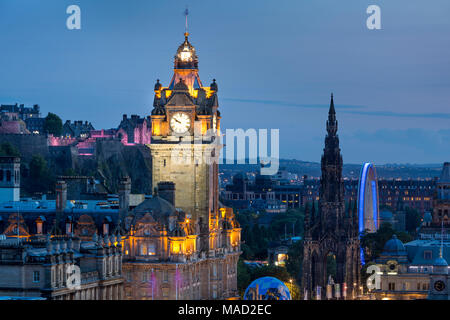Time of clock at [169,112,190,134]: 9:50
